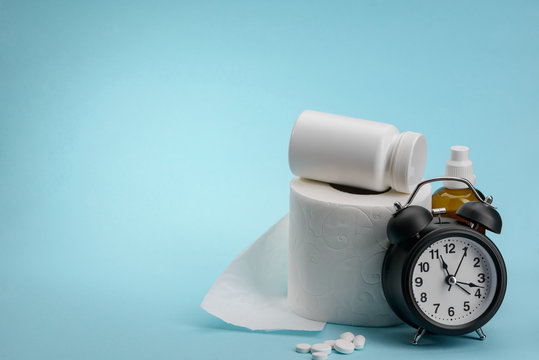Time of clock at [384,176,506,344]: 11:17
